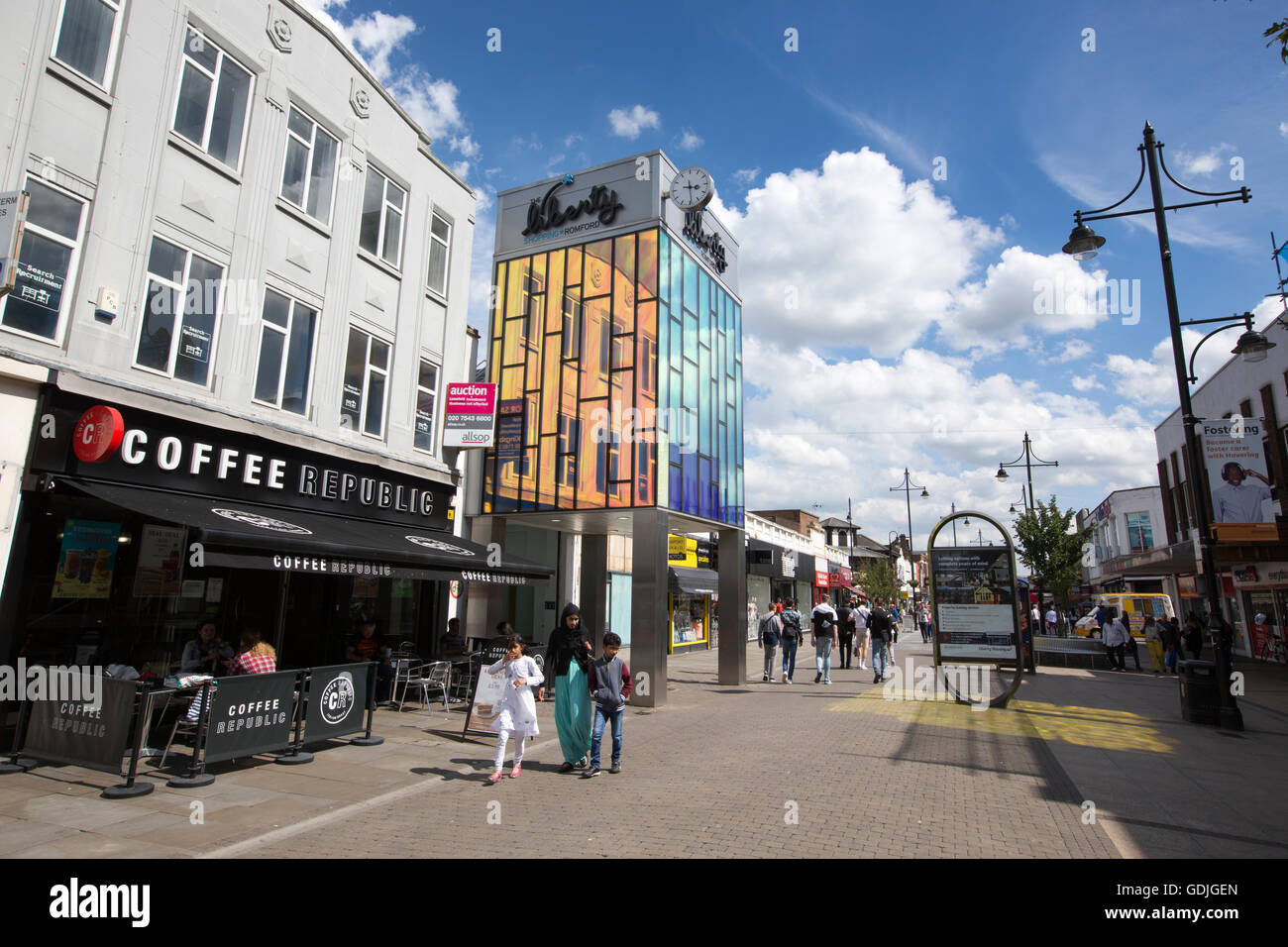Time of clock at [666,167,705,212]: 3:29
